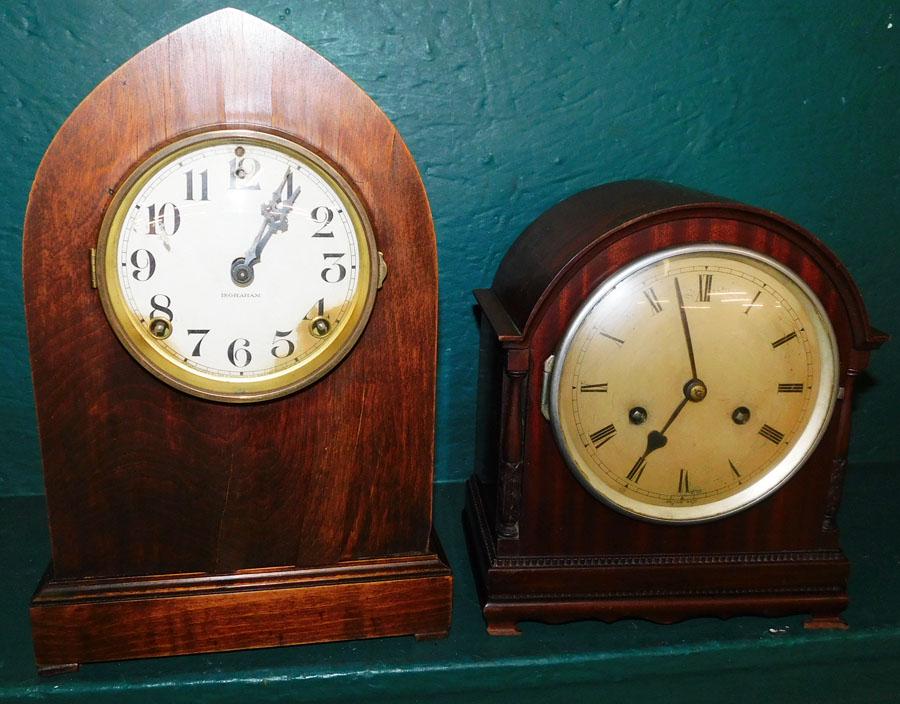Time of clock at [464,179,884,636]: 6:57
